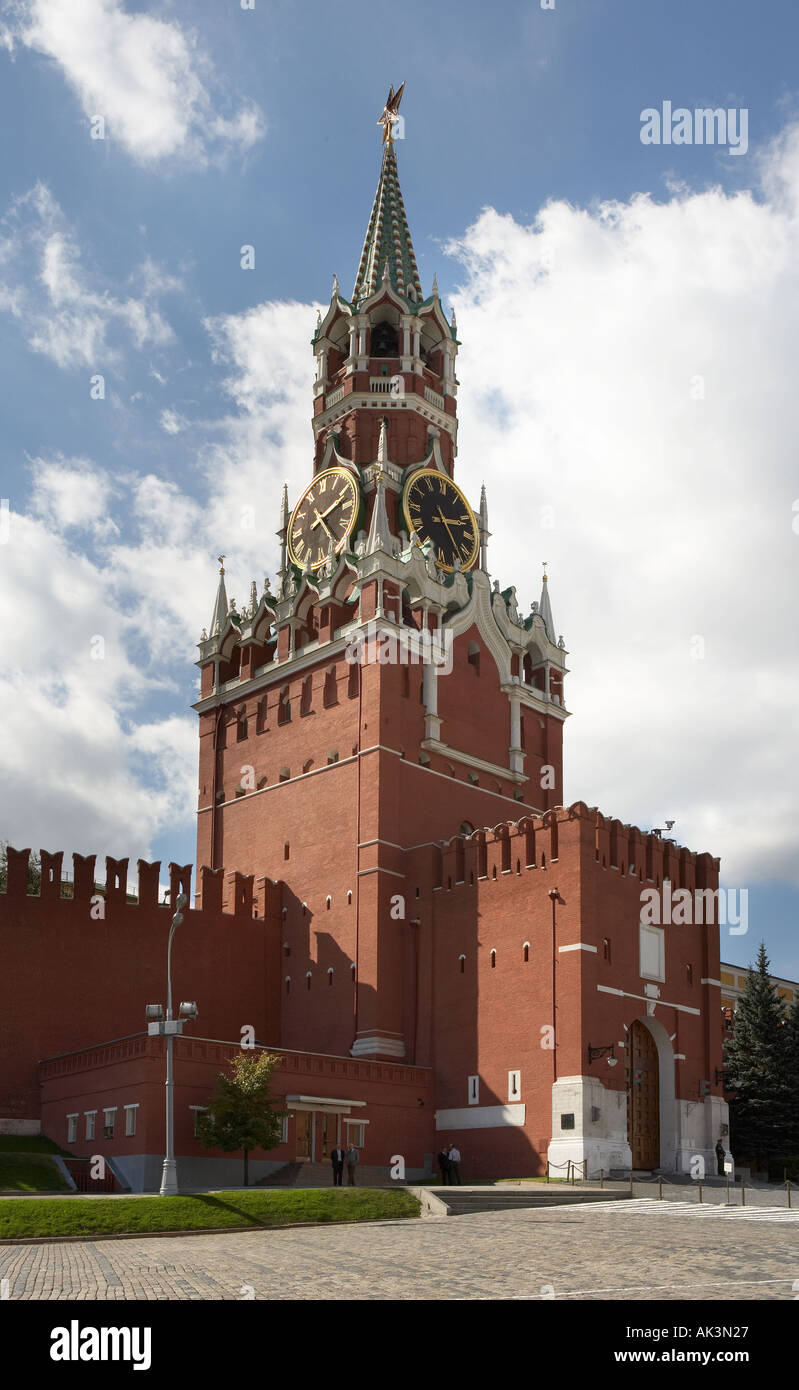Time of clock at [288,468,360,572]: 2:23
